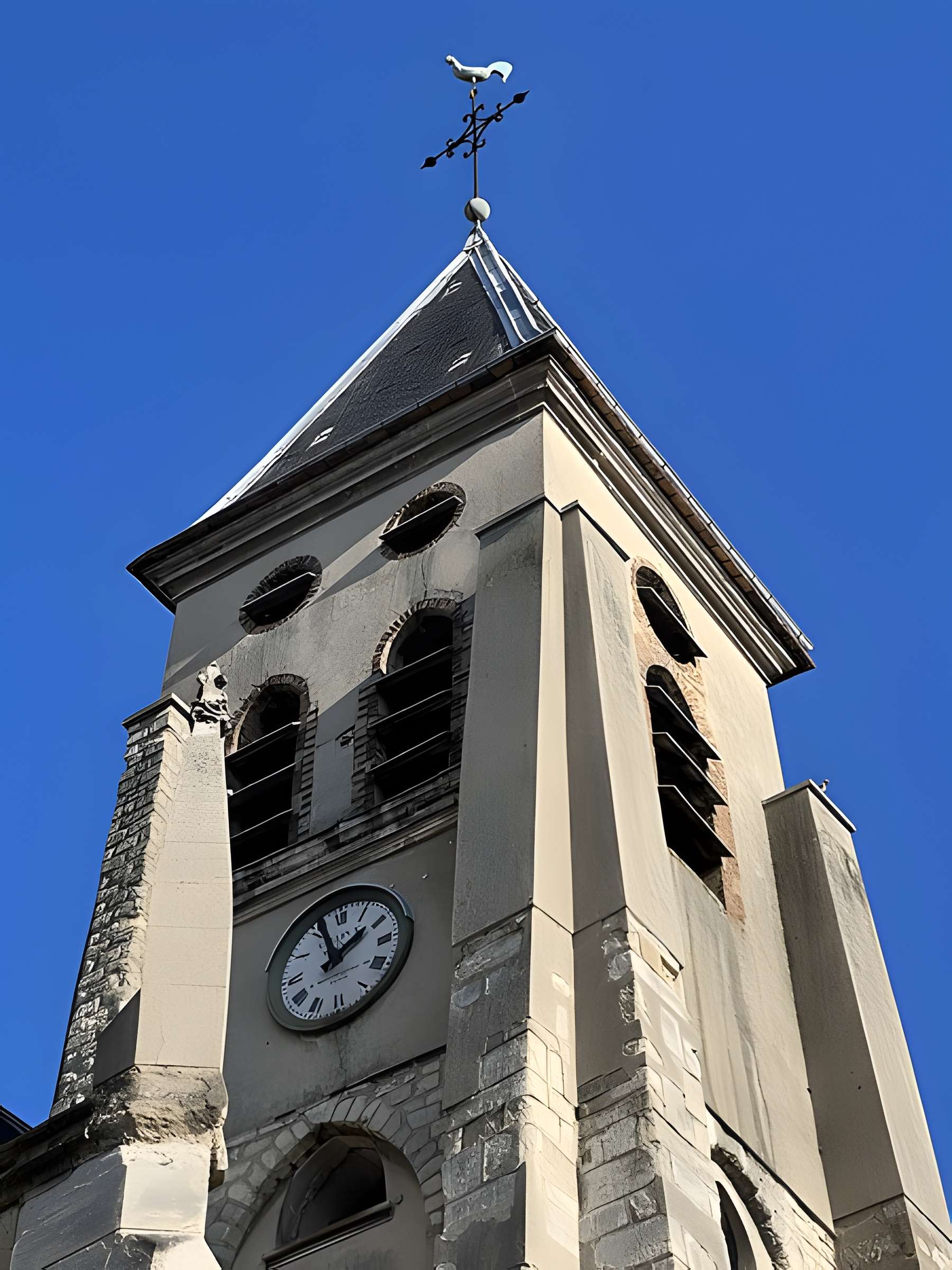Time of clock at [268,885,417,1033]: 1:56
